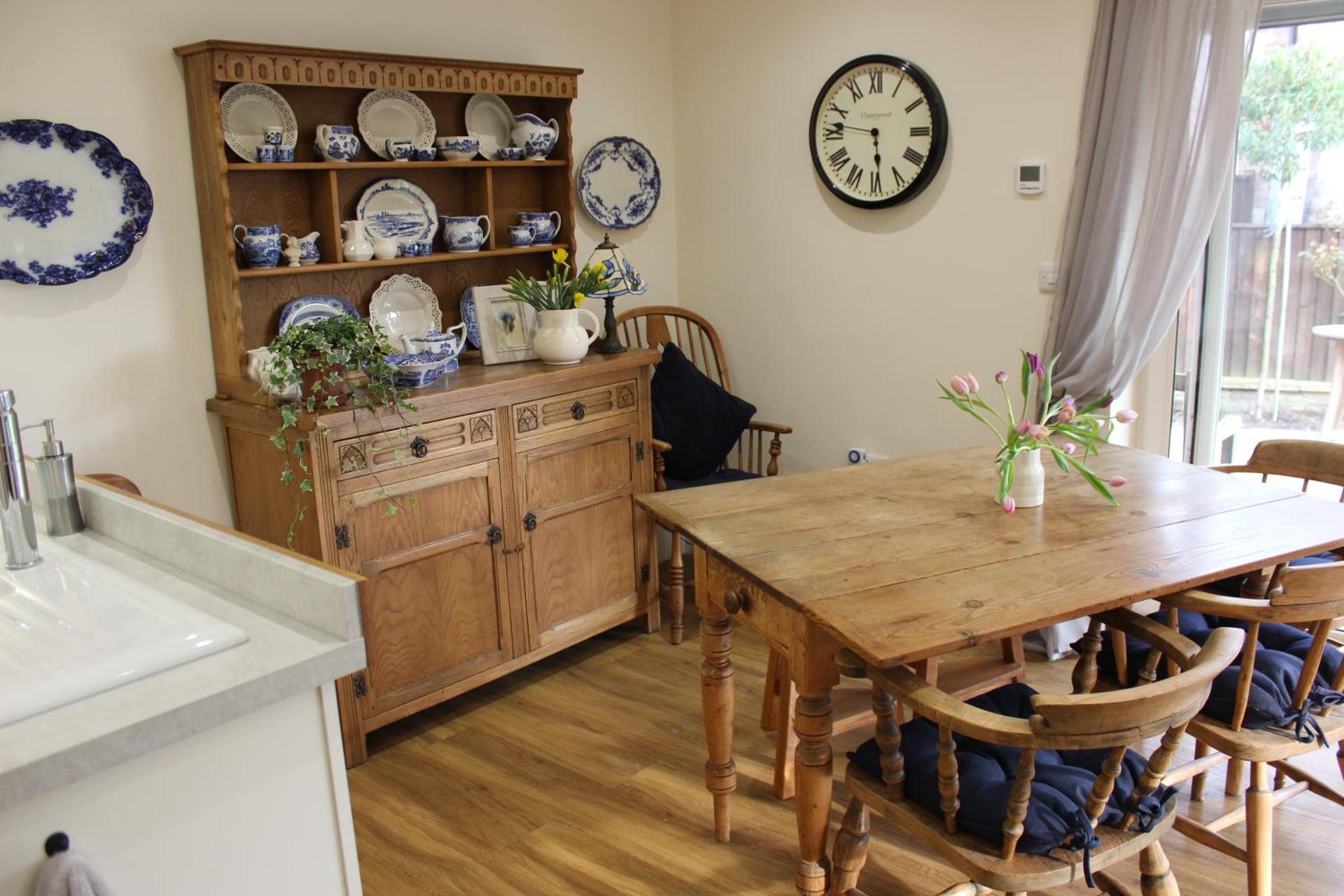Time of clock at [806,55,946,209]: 5:46
